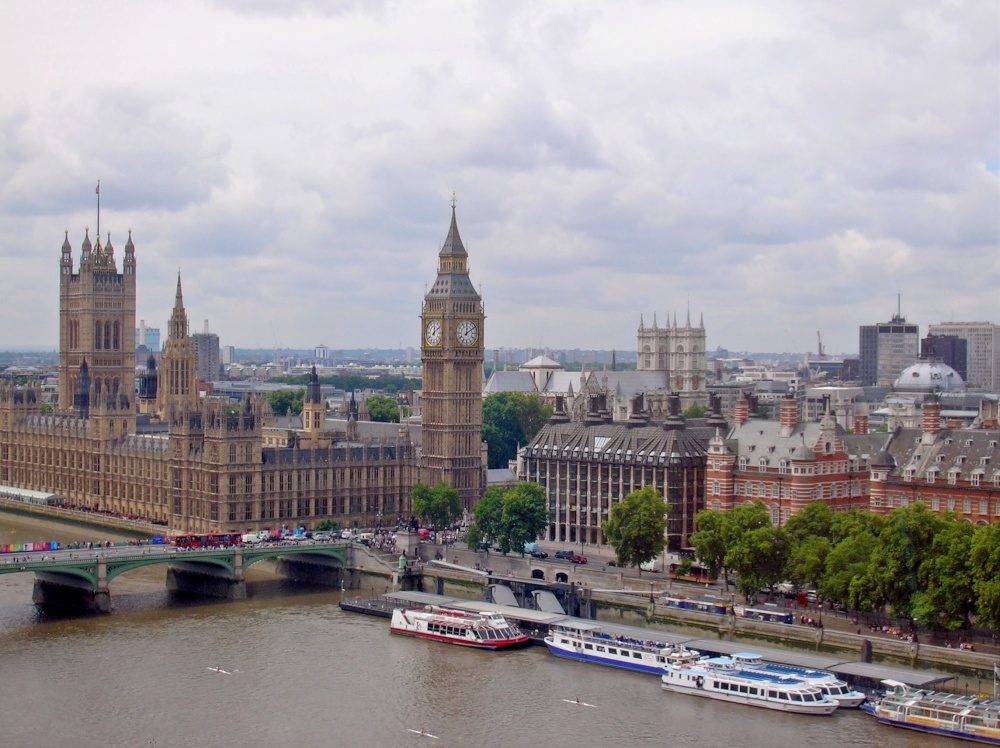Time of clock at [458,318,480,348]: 12:09
